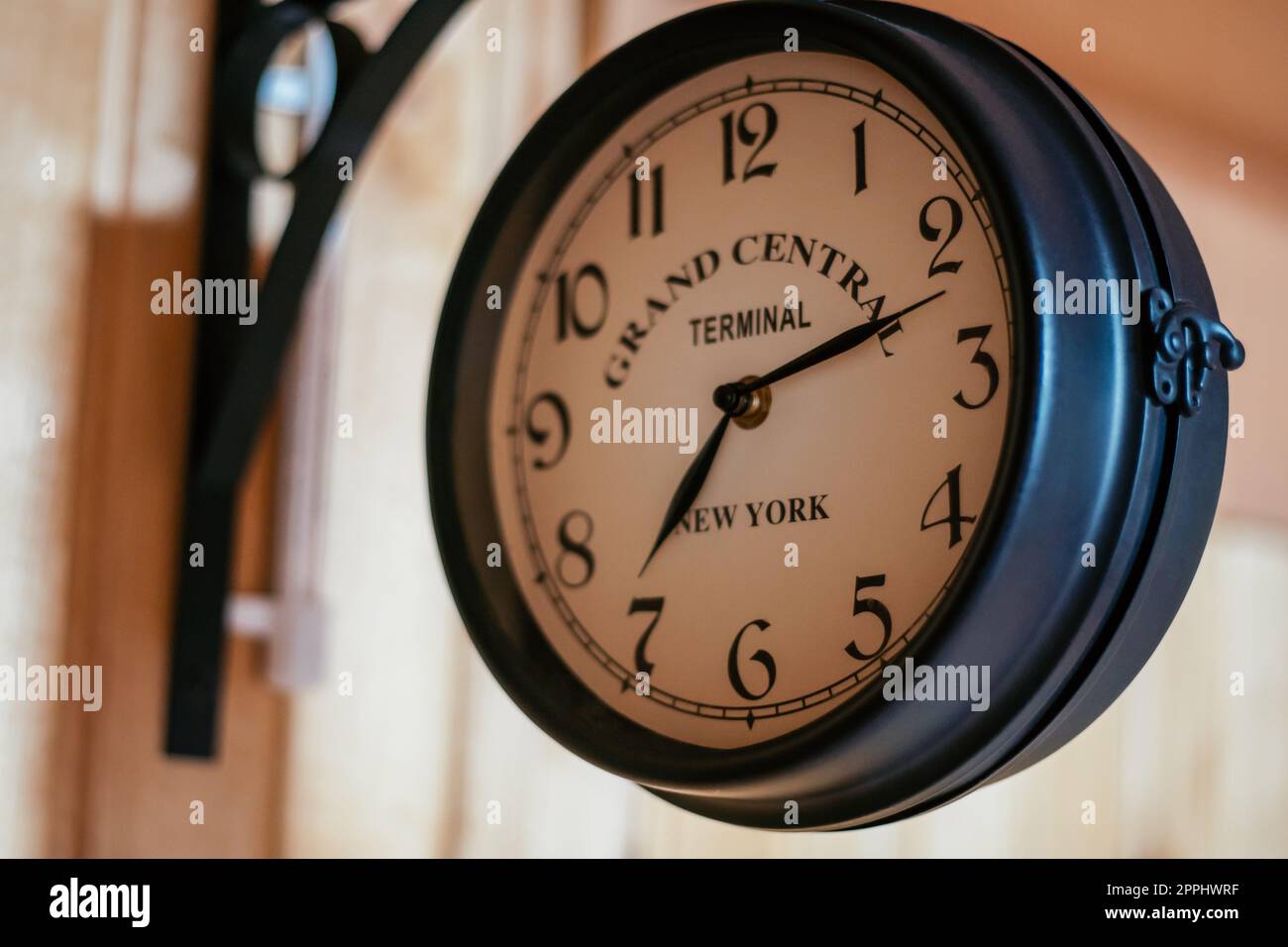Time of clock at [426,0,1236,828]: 7:12
